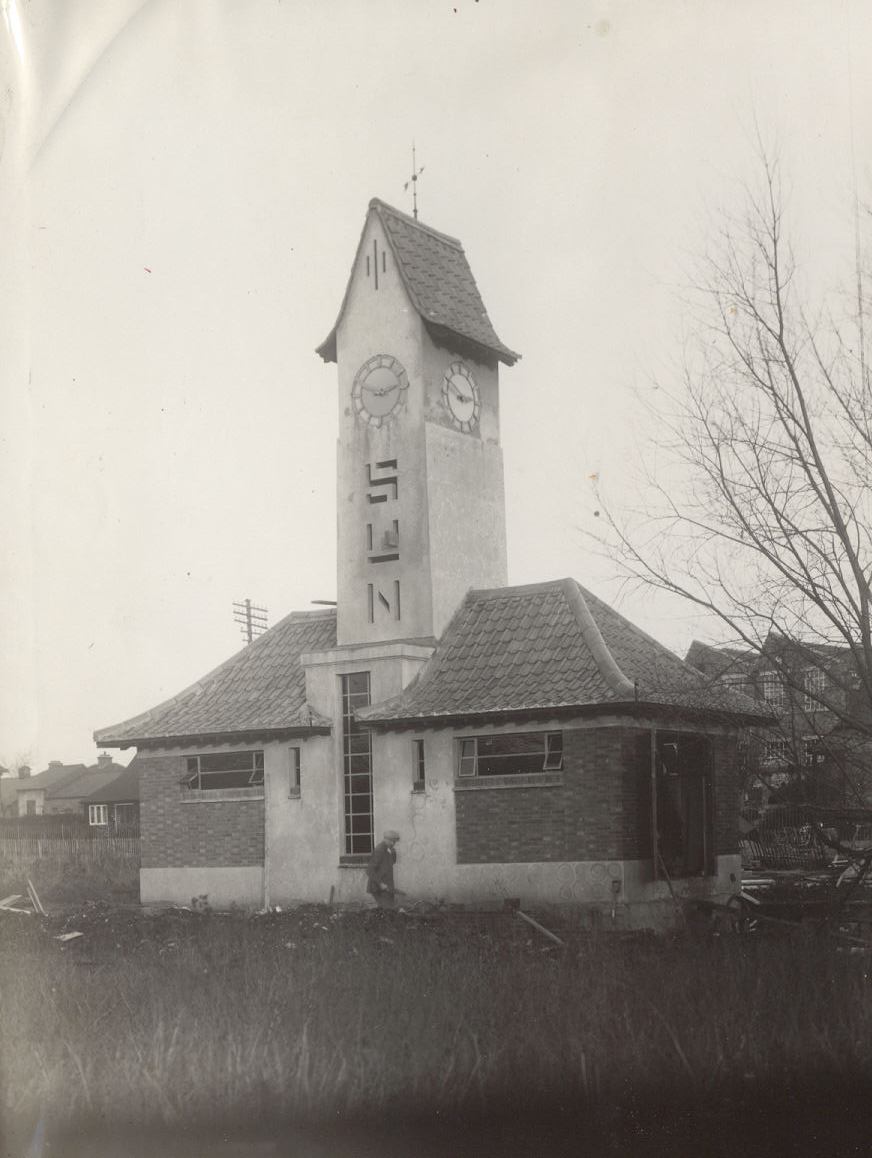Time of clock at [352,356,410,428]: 2:48
